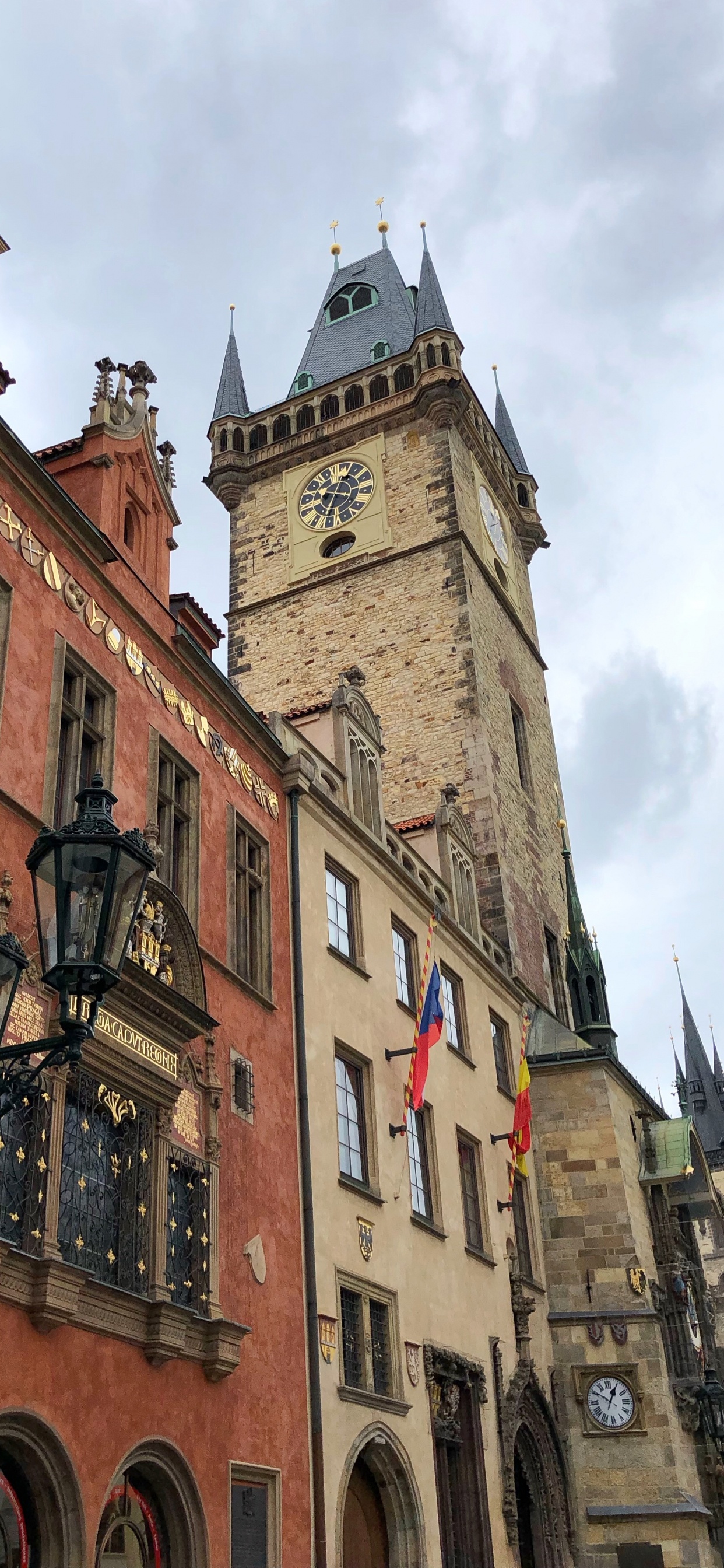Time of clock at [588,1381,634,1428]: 12:50
